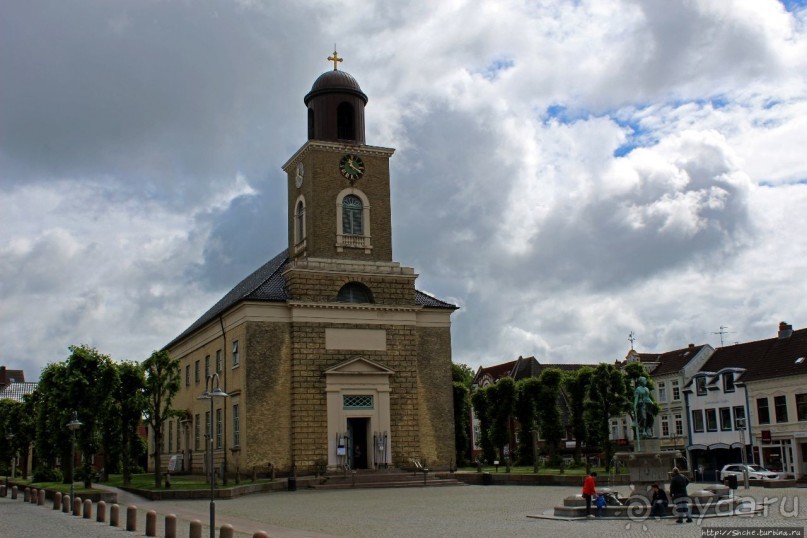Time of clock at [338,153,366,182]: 11:19
